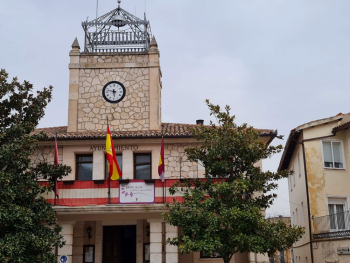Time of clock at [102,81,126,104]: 5:47
